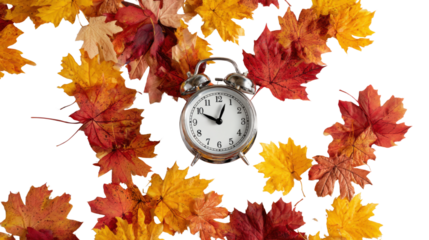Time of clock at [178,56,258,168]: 10:03
